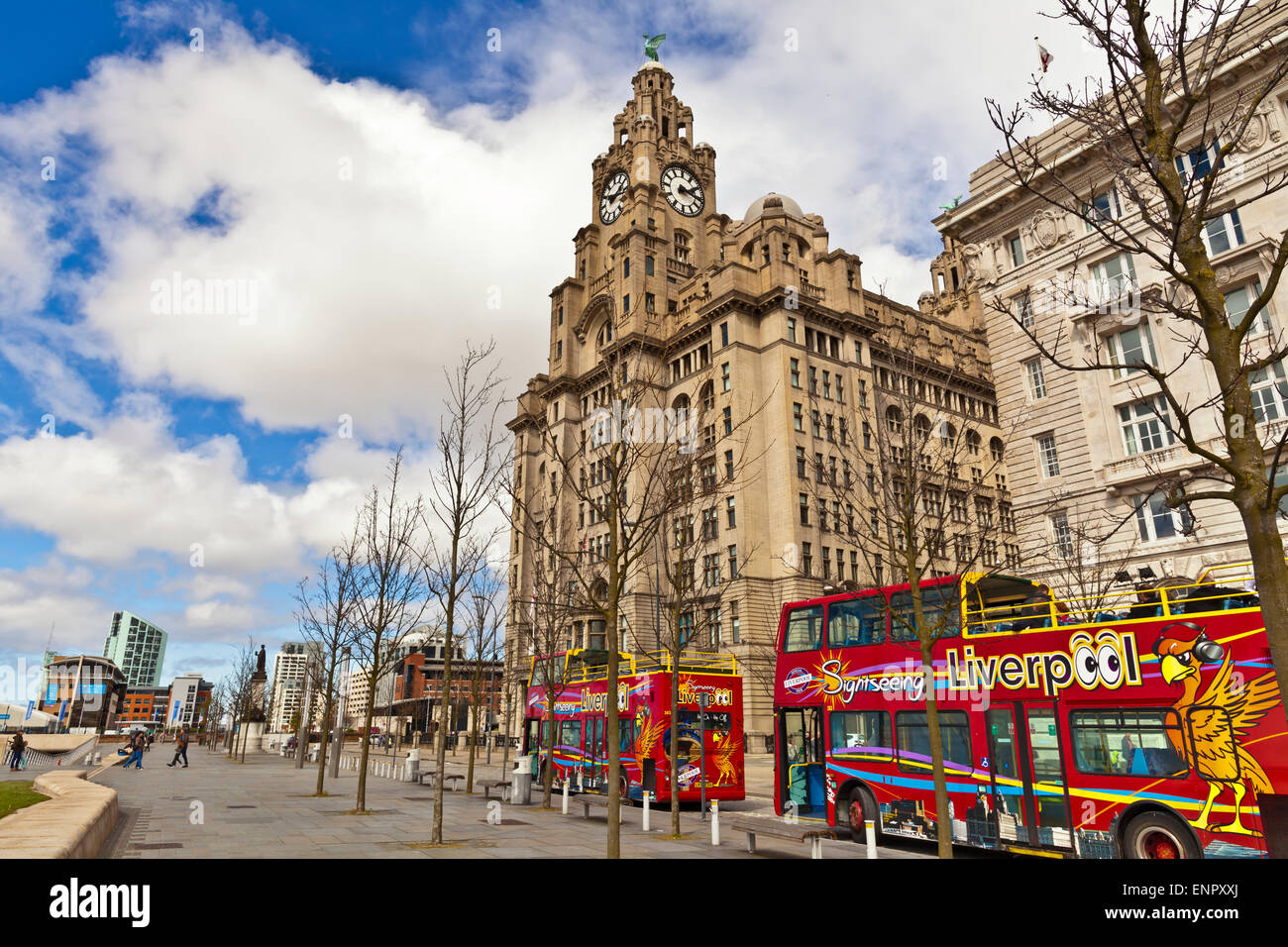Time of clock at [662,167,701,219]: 2:16
